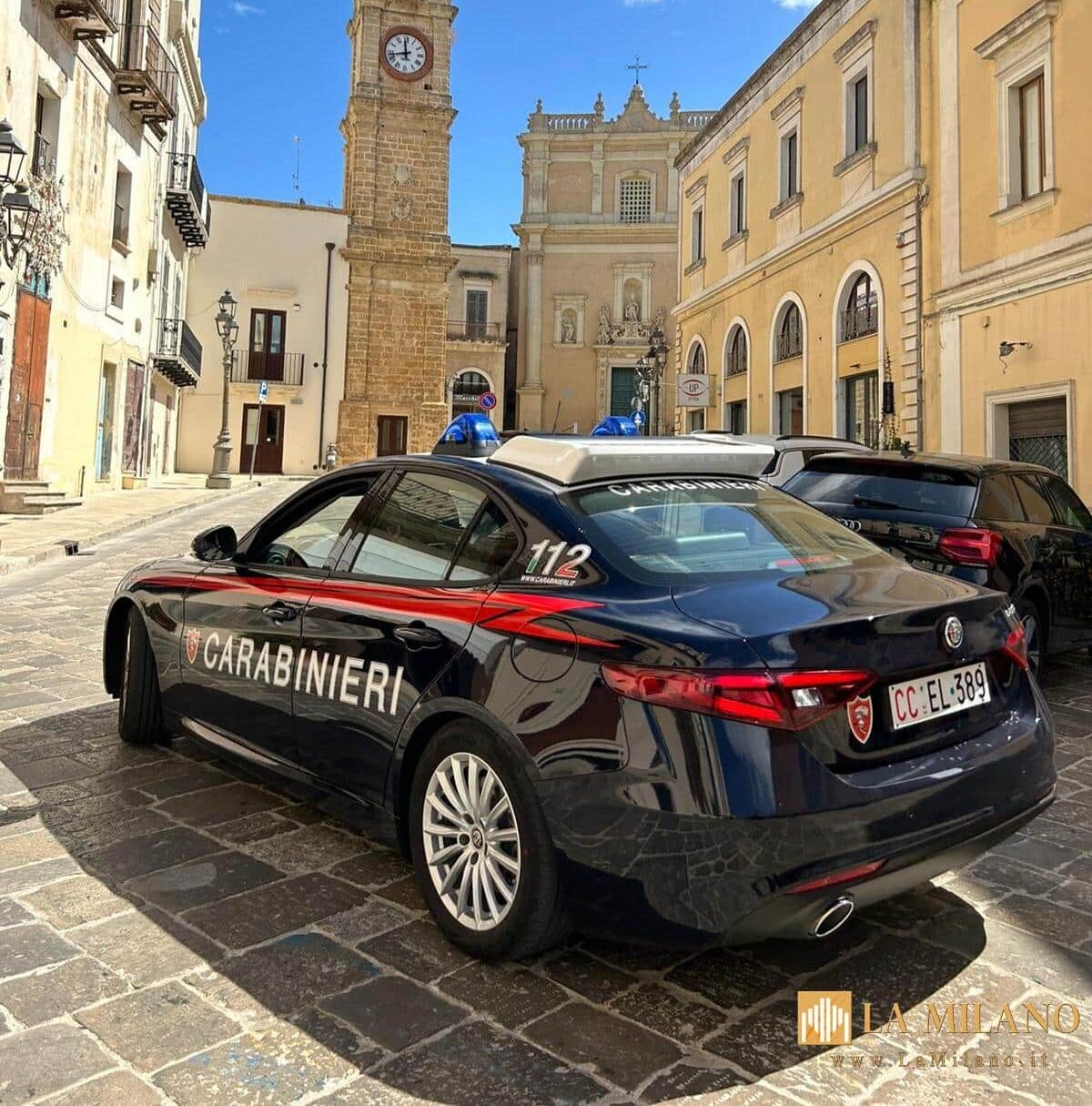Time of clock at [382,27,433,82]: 11:42
